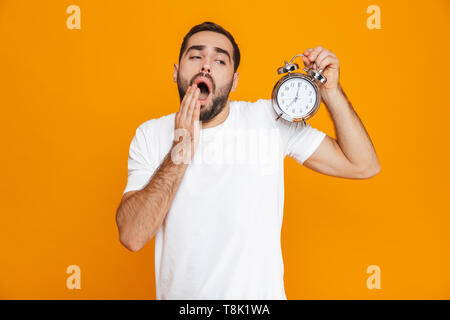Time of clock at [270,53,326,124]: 7:00
